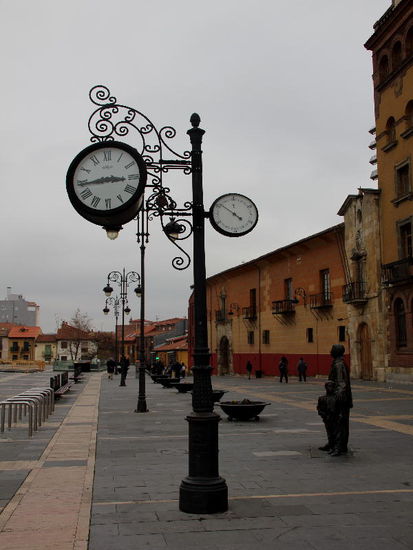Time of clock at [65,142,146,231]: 8:44
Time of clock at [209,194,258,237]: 4:51
